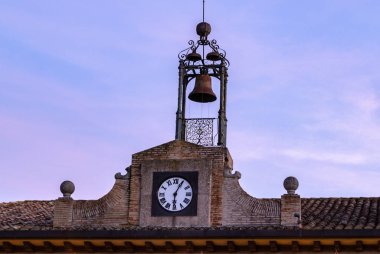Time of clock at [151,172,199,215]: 6:04
